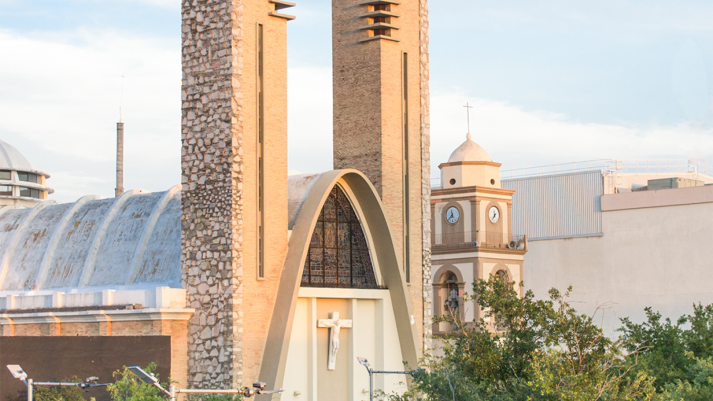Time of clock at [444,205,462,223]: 11:37
